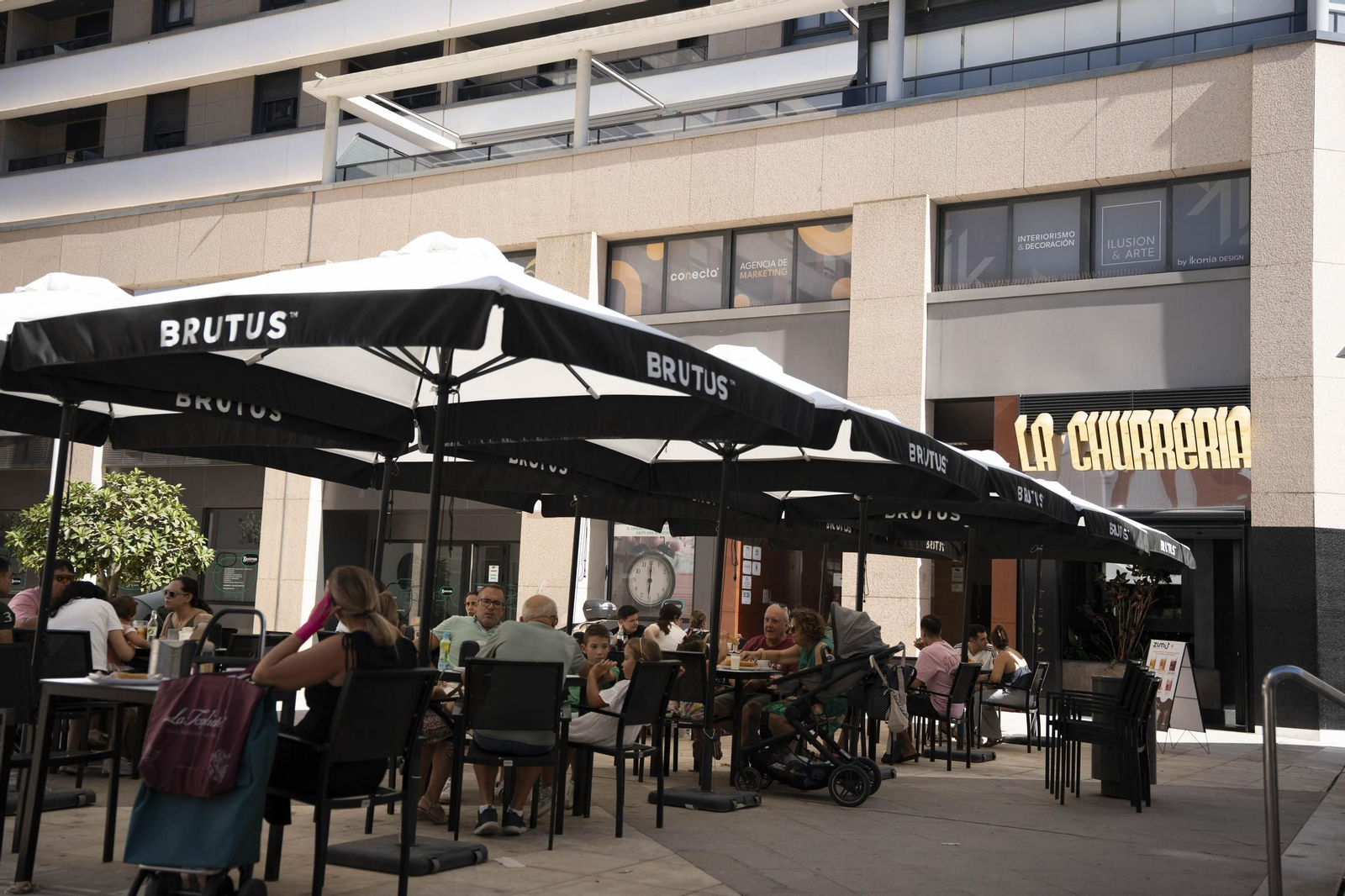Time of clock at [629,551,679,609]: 6:00
